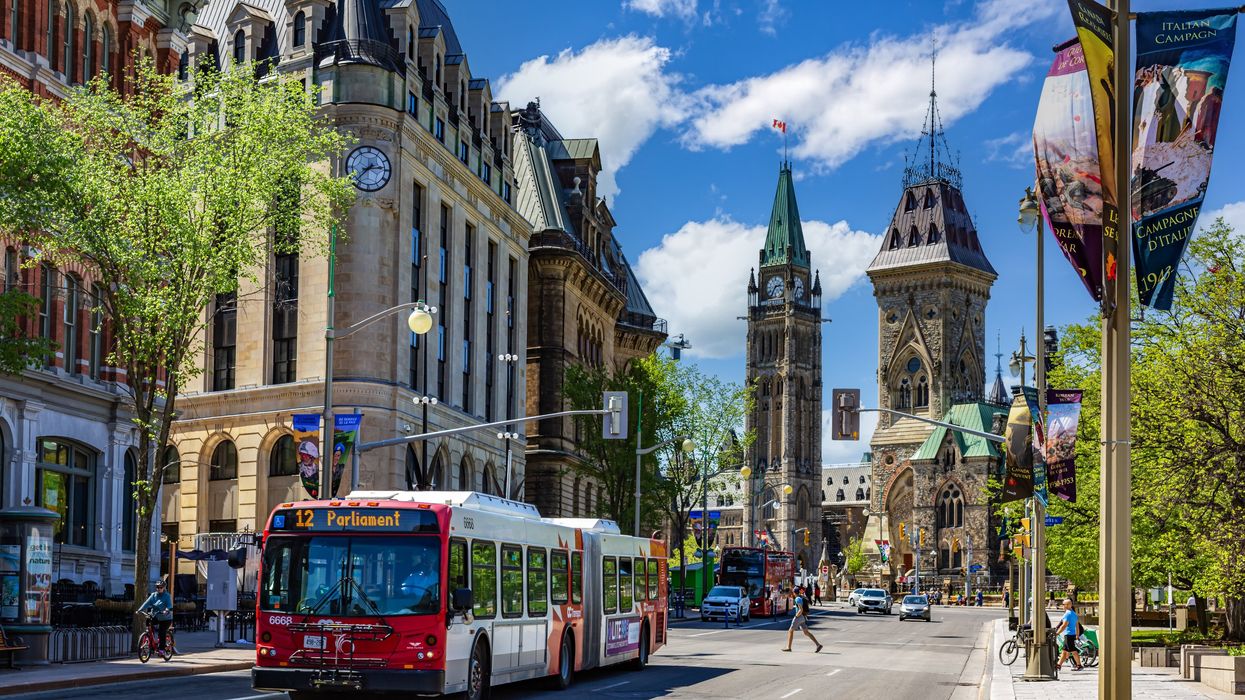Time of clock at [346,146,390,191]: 2:37
